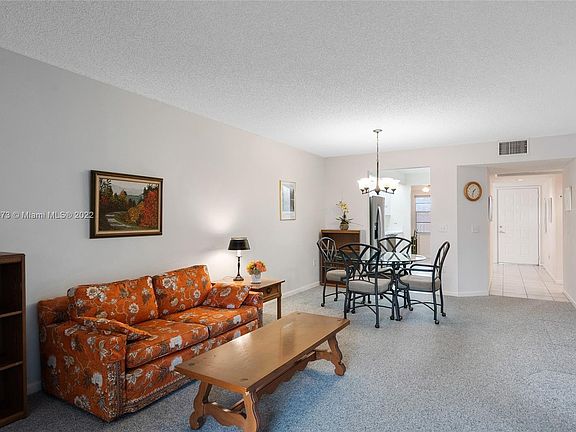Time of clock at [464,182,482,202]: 1:32
